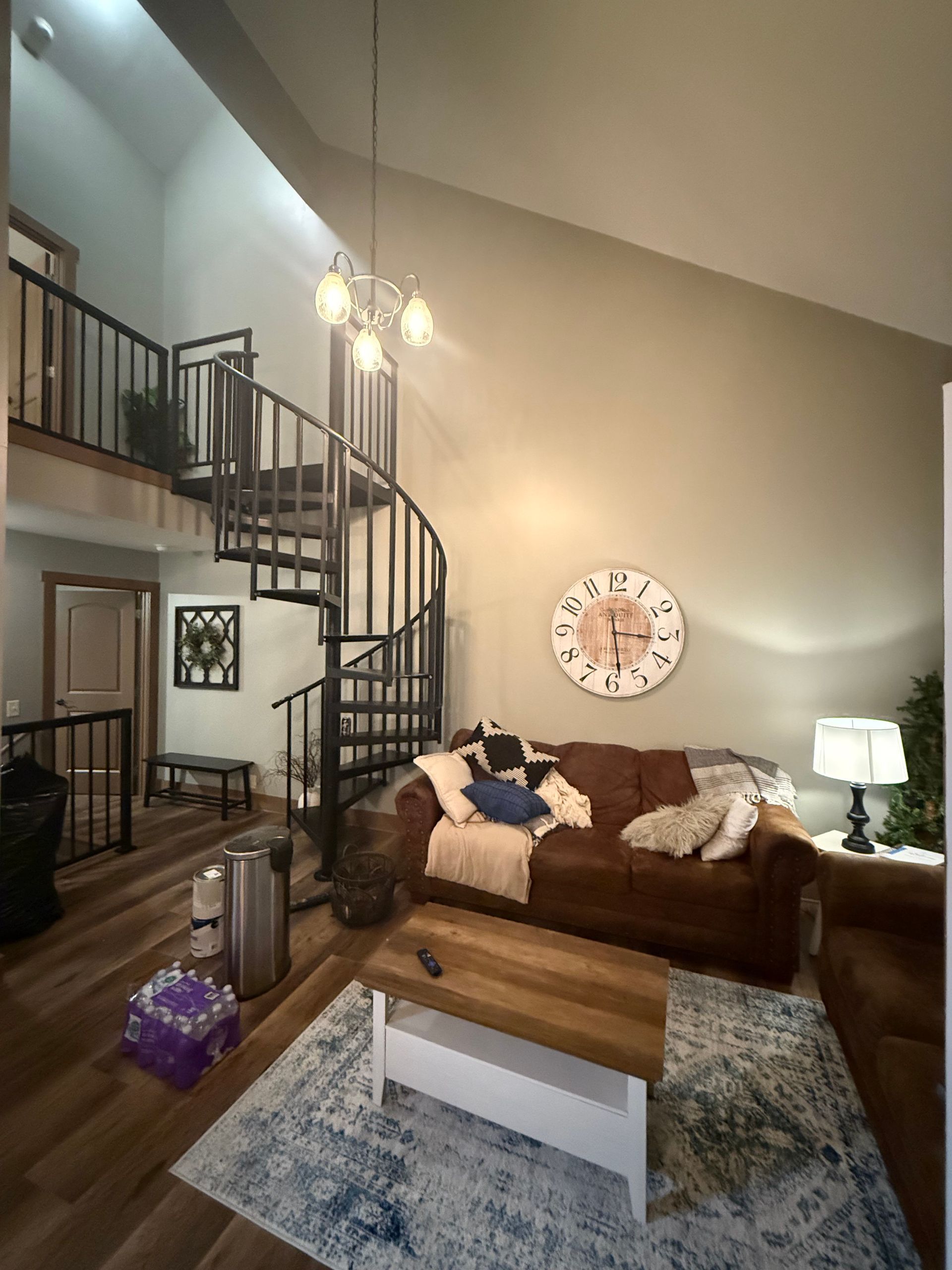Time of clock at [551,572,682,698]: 3:28
